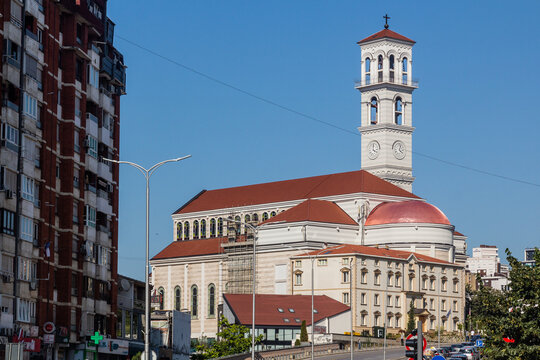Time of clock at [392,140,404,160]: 4:02
